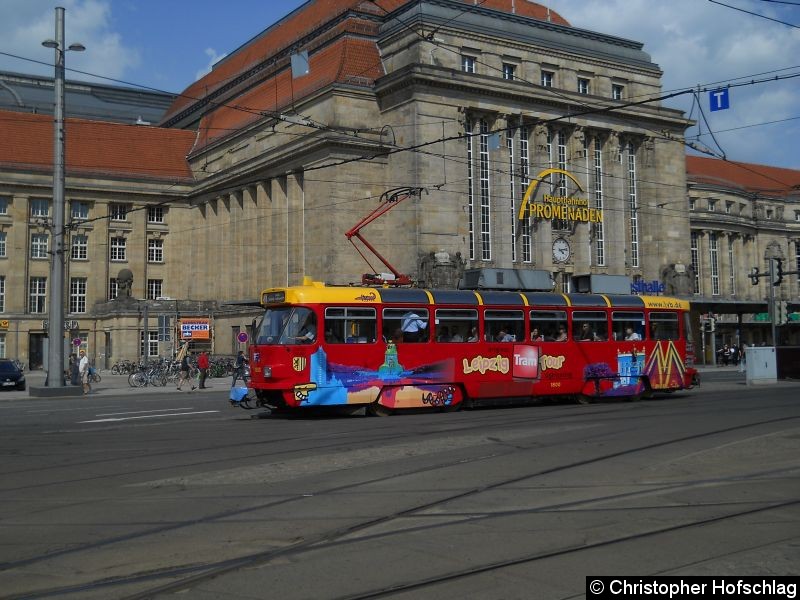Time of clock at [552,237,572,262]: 4:13
